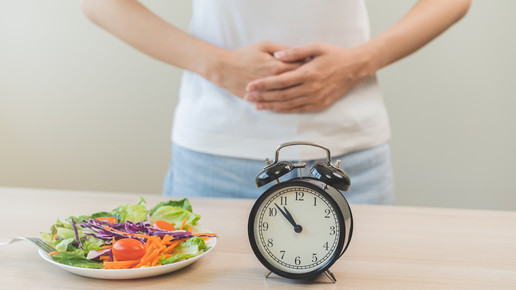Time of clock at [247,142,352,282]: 10:52
